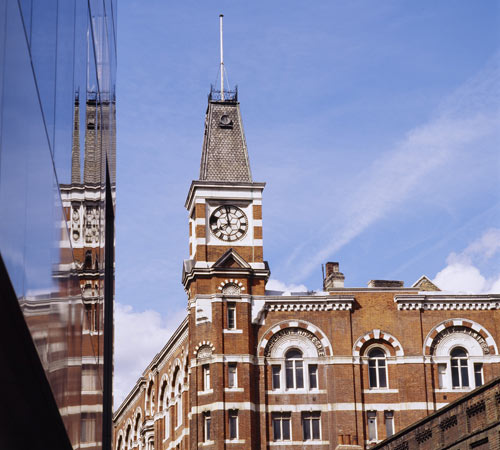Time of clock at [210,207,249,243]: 7:58
